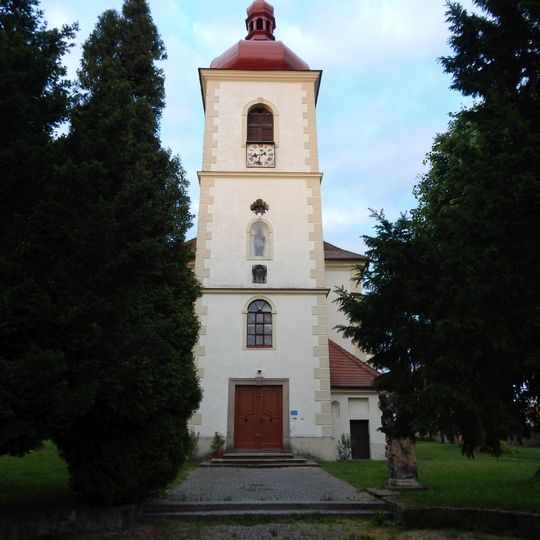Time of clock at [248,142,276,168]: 8:32
